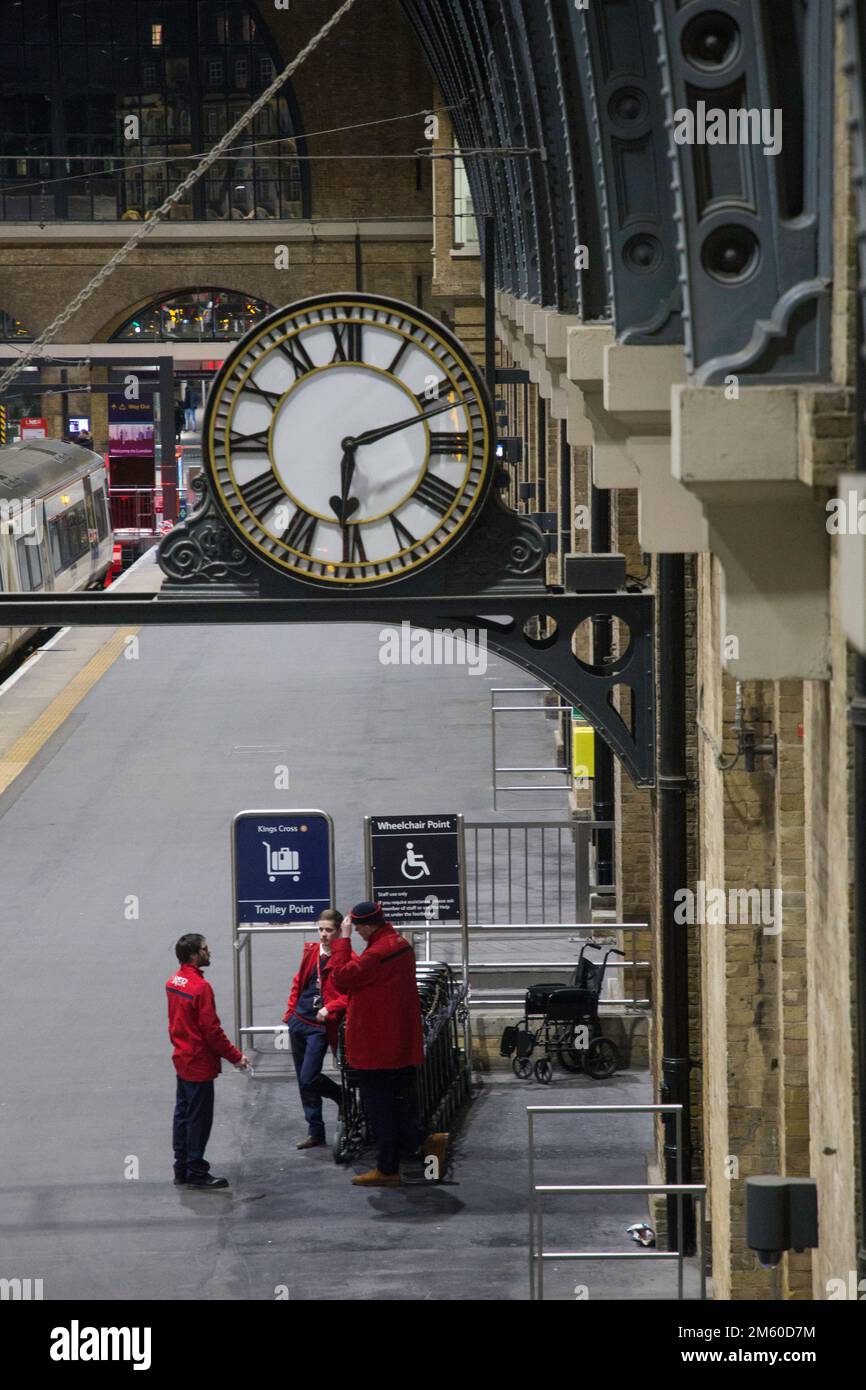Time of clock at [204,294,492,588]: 6:11
